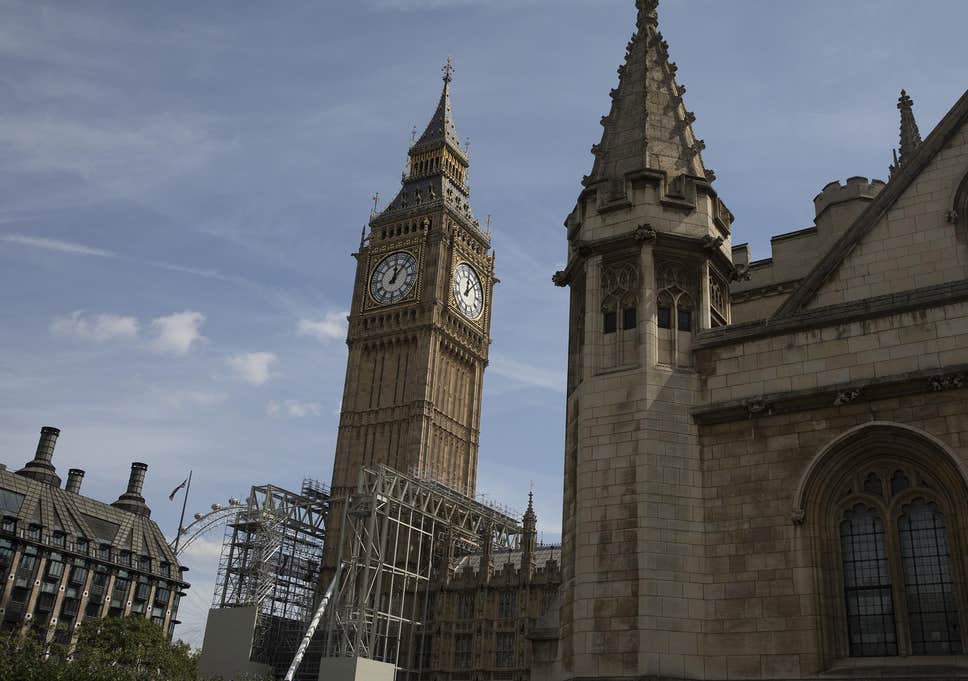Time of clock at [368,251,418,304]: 12:07
